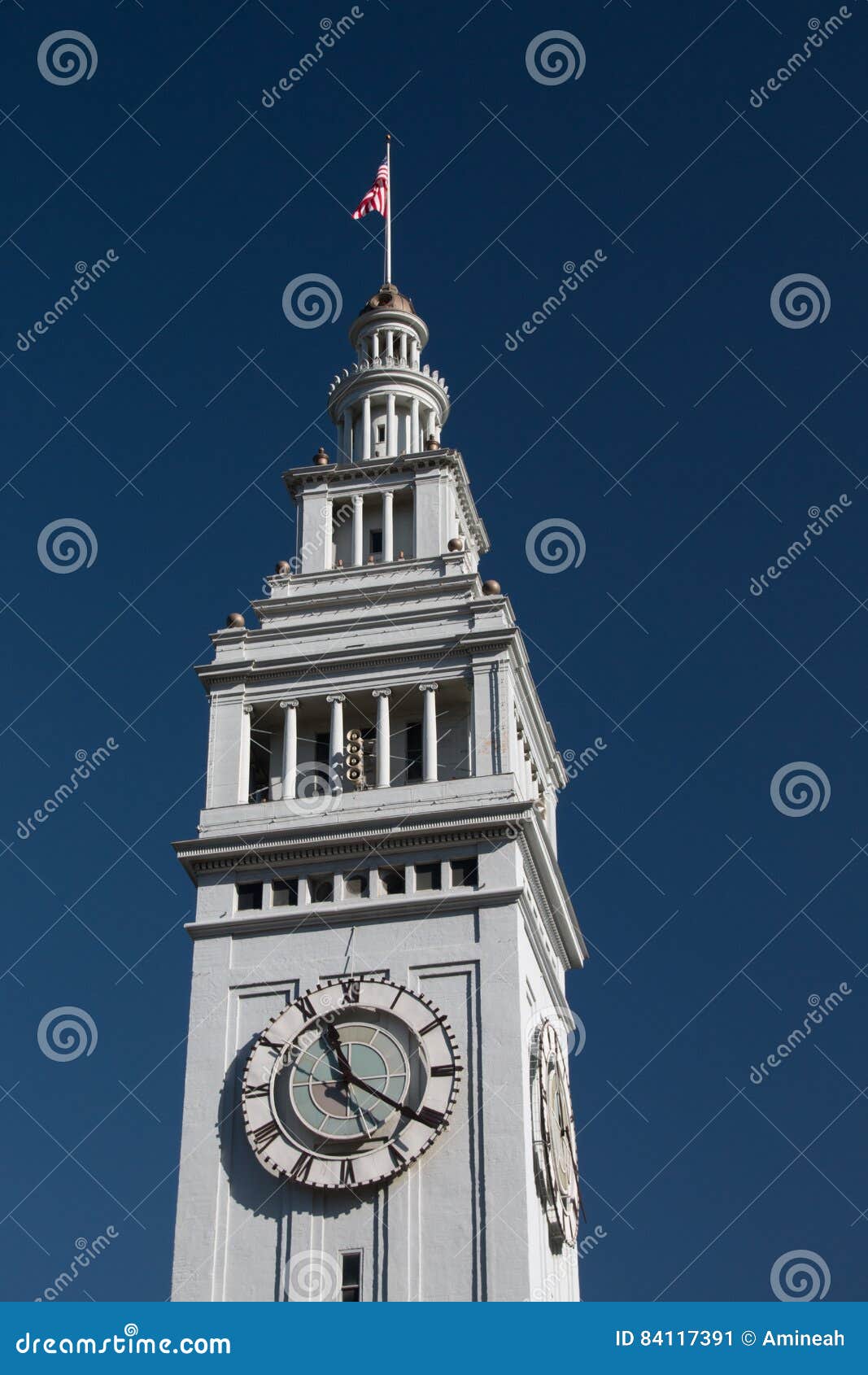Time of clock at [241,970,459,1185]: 11:20
